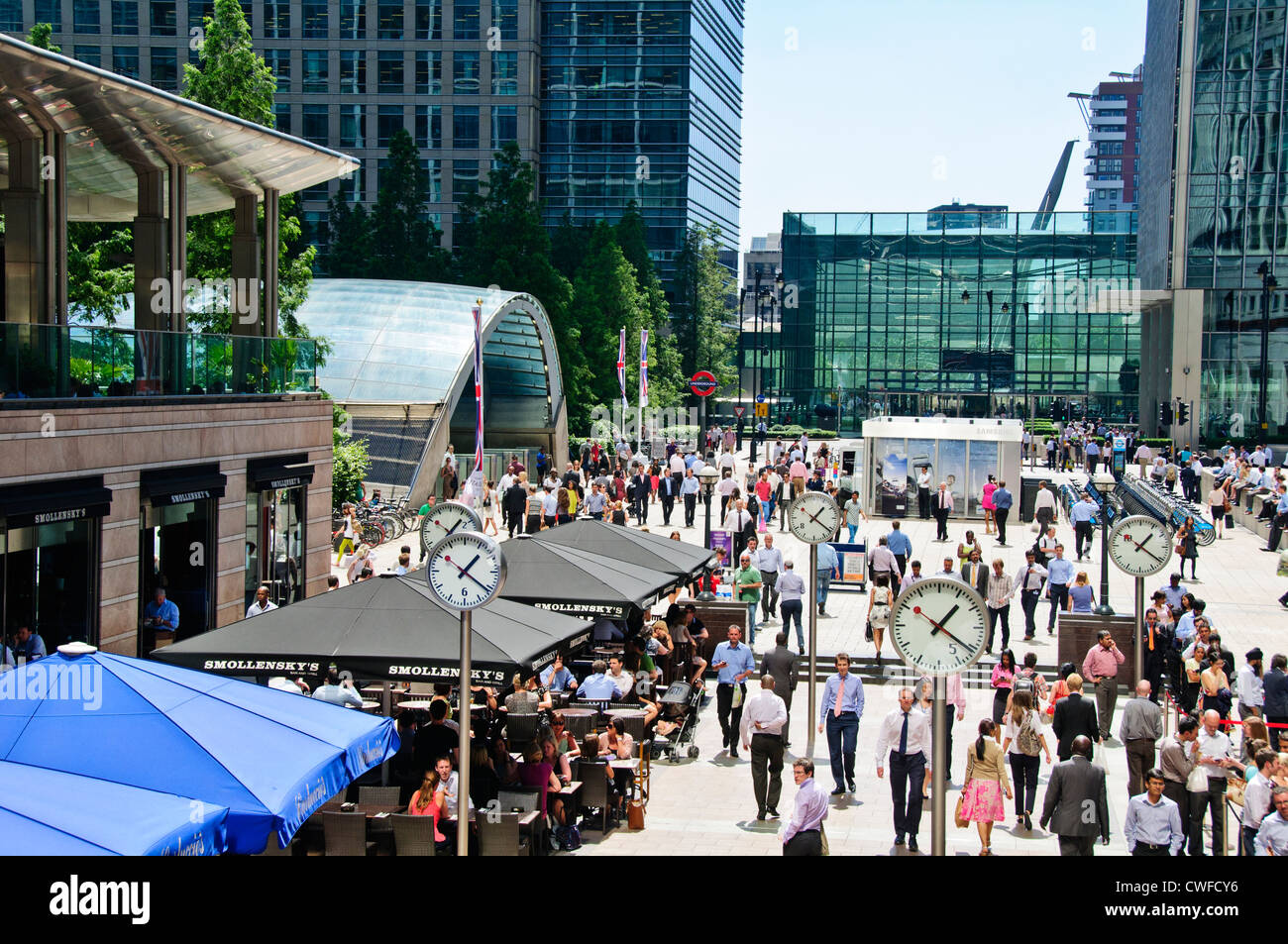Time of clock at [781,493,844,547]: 1:21
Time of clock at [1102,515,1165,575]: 1:21
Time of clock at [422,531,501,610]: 1:21
